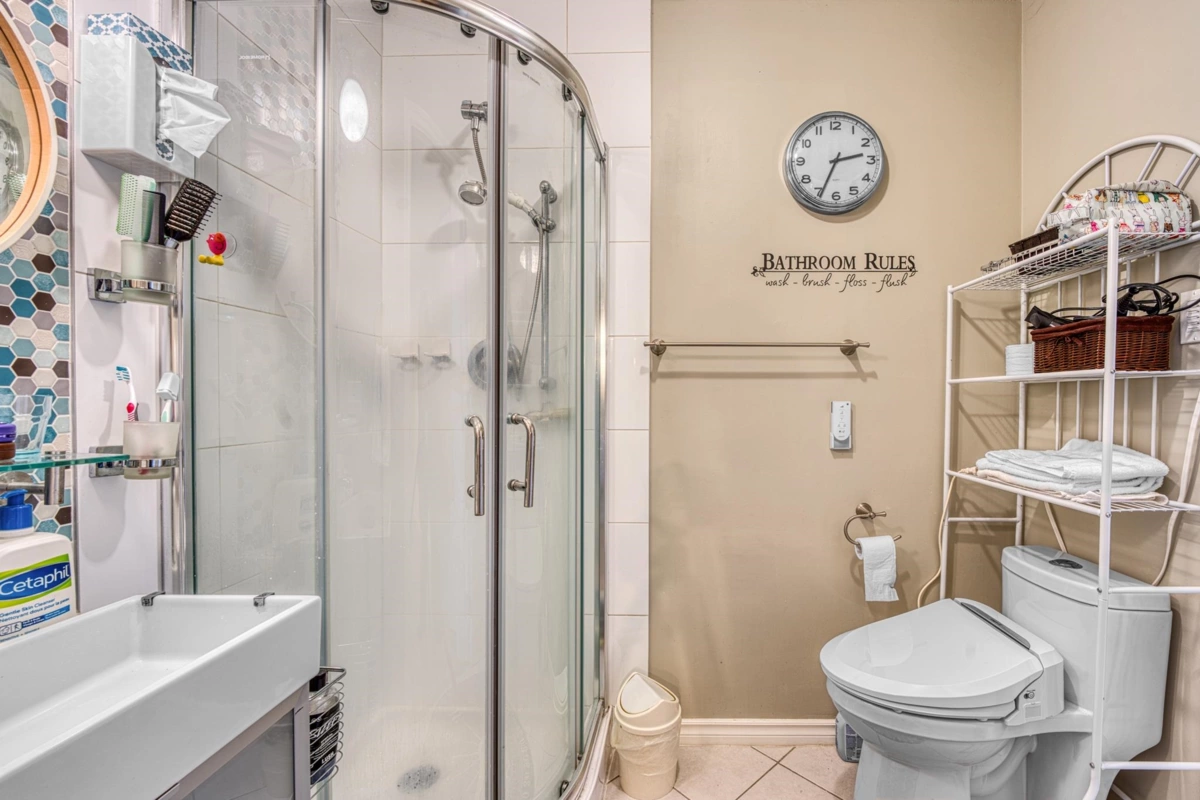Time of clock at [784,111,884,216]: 2:34
